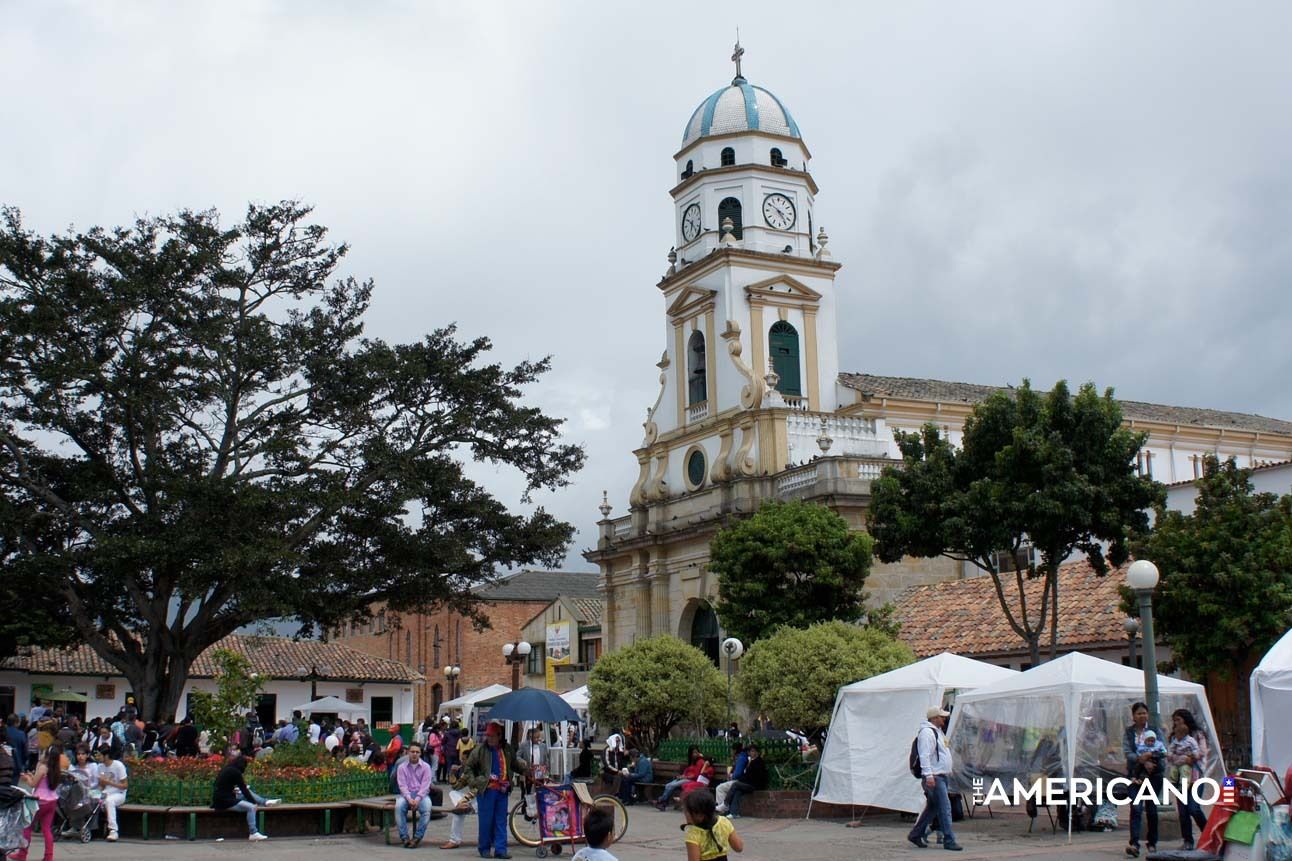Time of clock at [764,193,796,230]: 4:50
